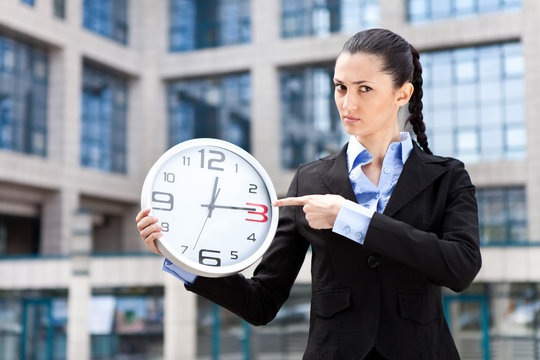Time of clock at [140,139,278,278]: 12:14
